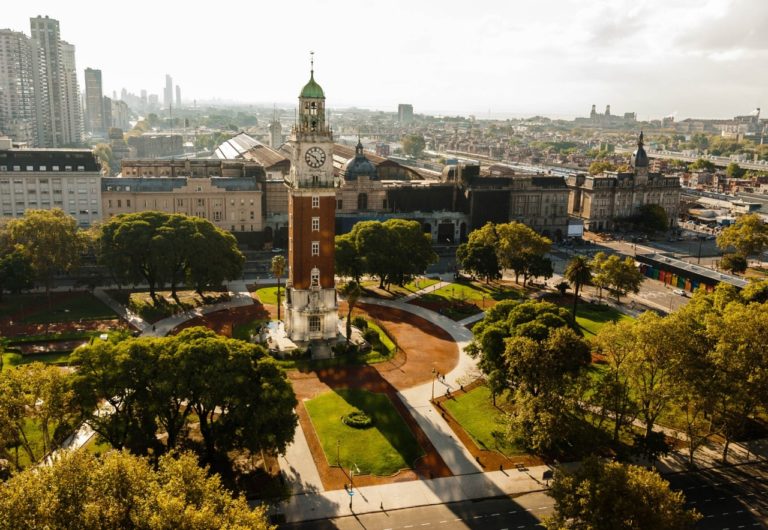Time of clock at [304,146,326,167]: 4:49
